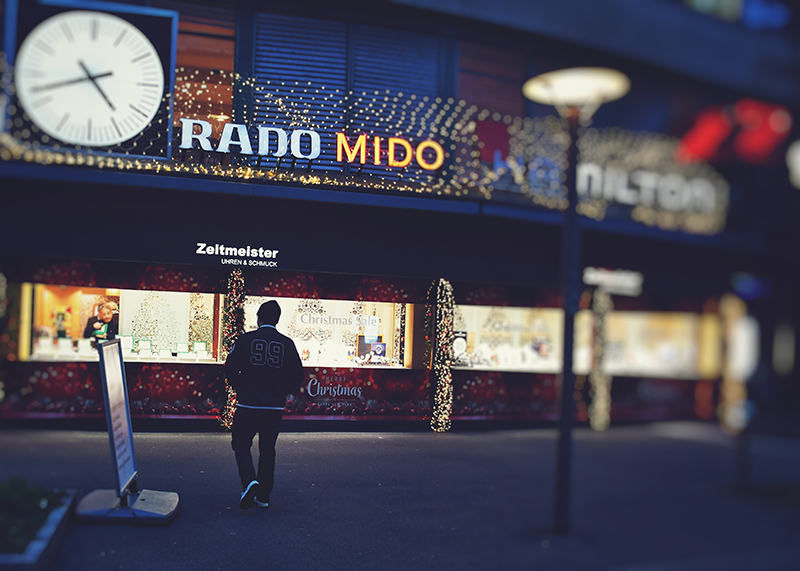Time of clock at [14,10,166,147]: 4:42
